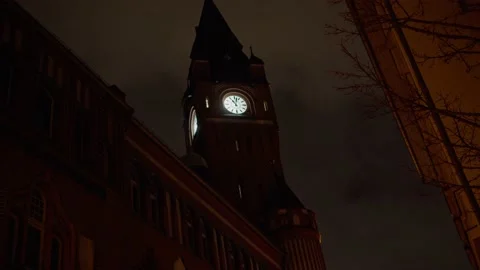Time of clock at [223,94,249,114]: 11:02
